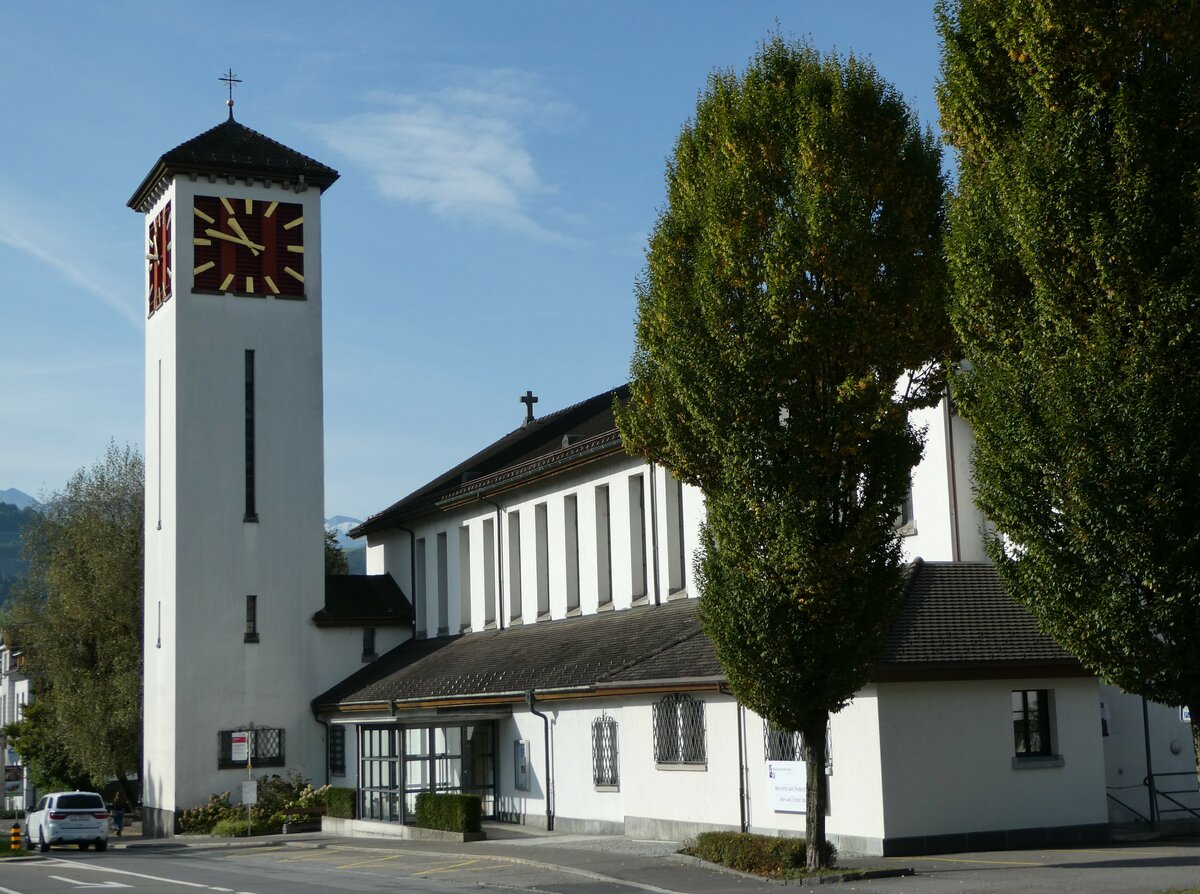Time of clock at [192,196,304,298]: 10:47
